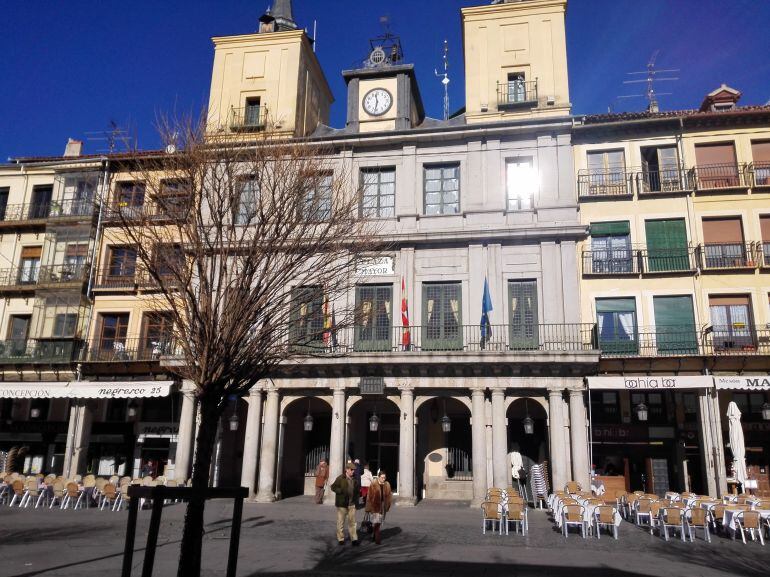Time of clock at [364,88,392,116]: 11:32
